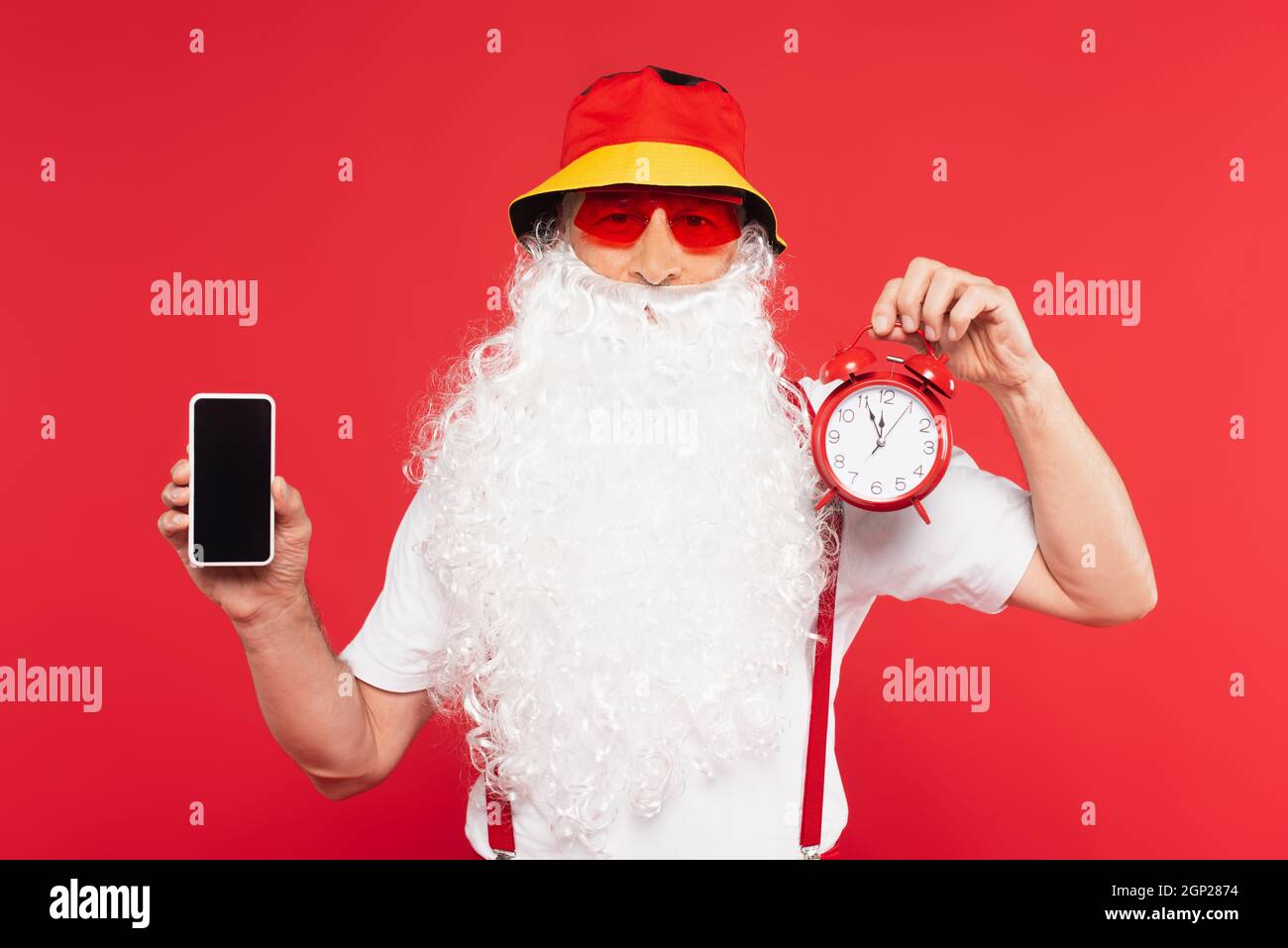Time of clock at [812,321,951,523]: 11:55
